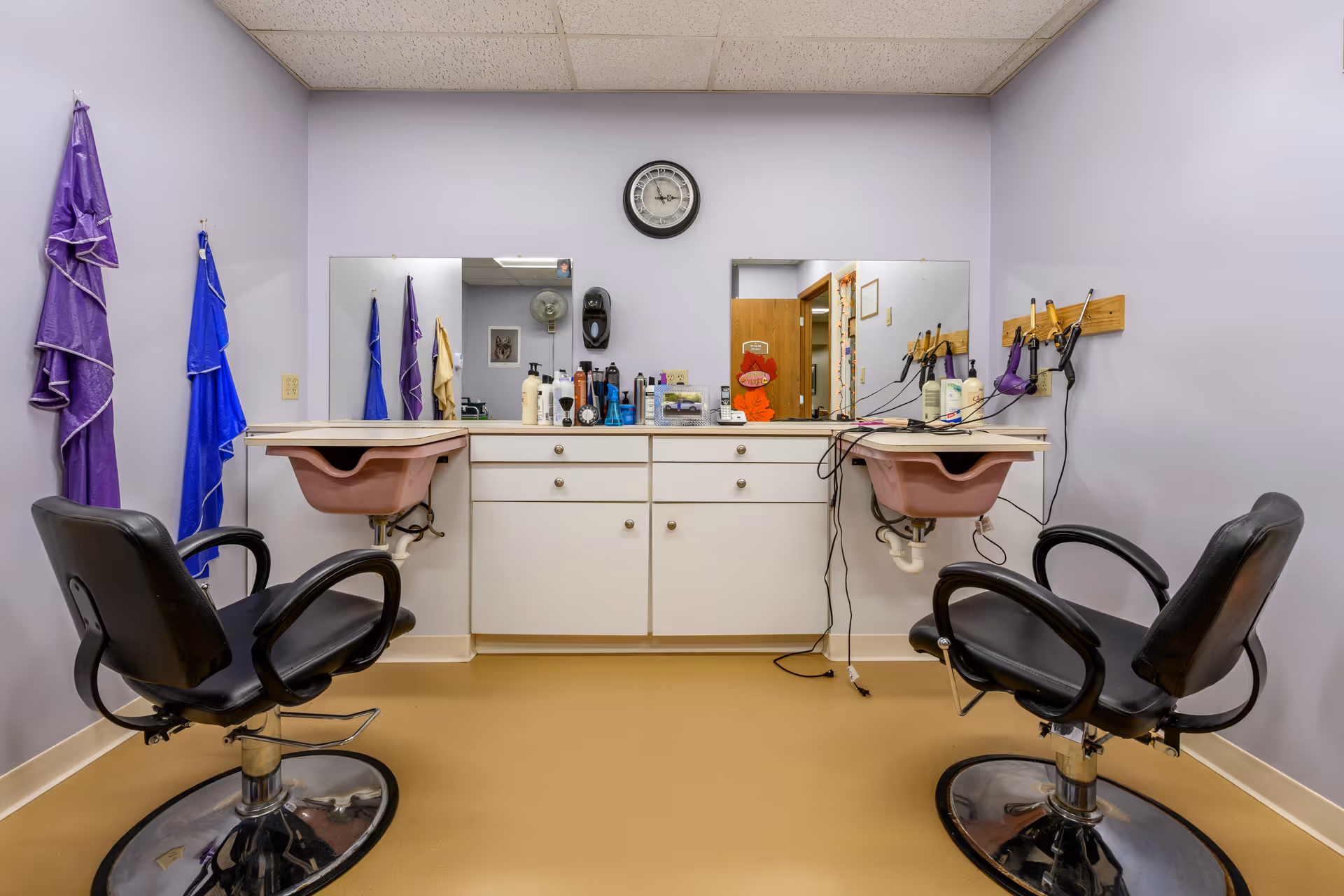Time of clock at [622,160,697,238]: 2:56
